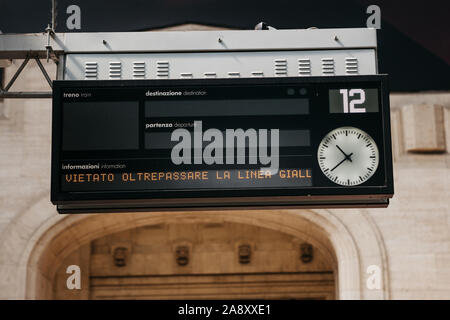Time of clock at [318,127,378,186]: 10:38
